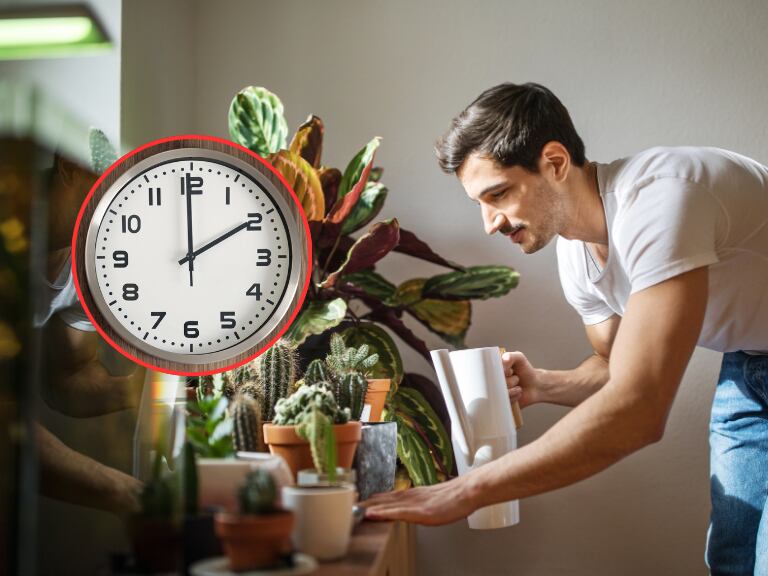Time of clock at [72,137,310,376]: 1:59
